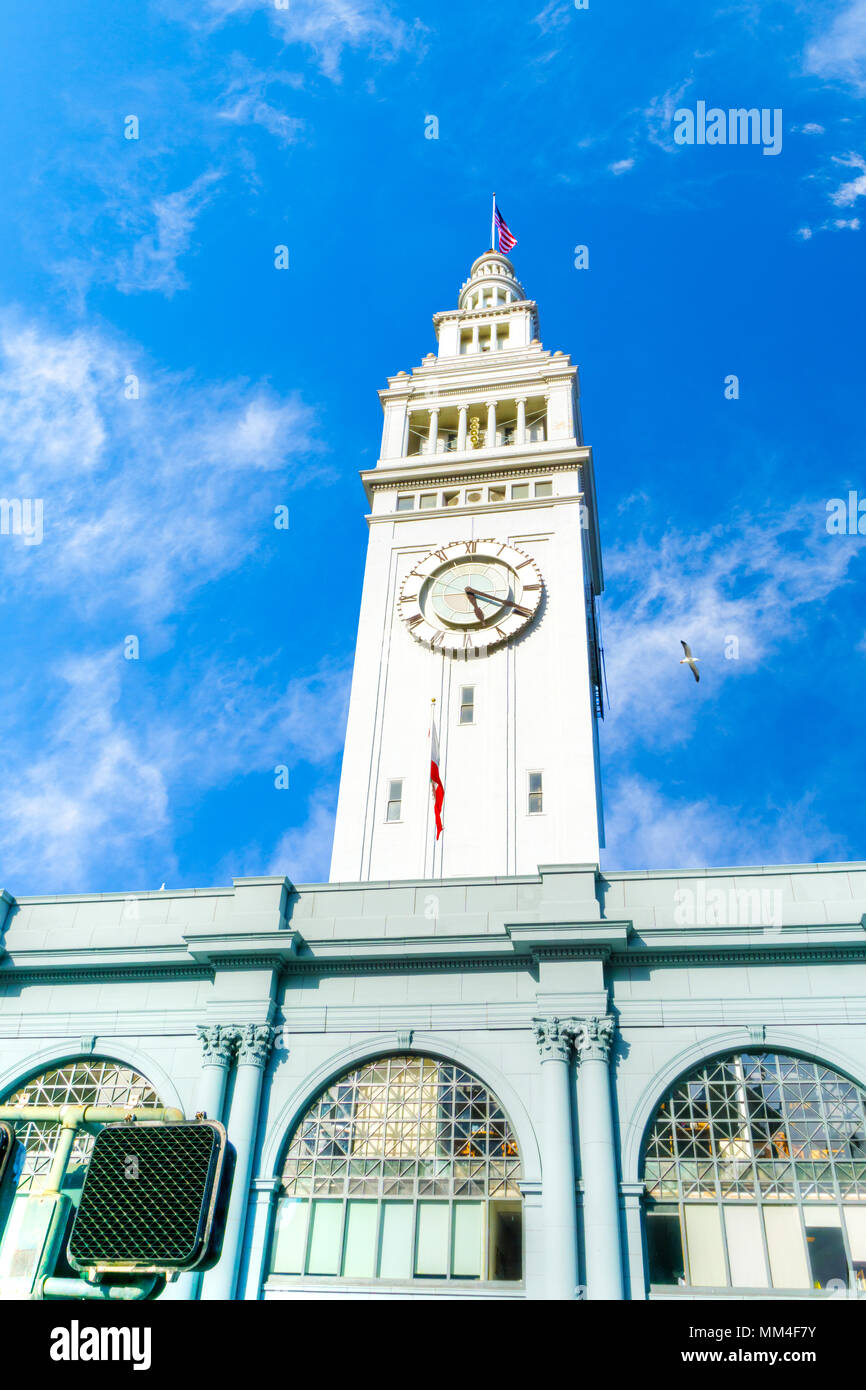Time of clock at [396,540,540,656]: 5:19
